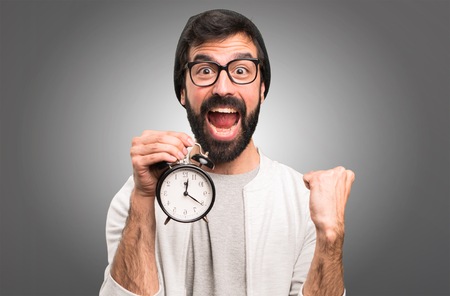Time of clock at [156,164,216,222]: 12:20
